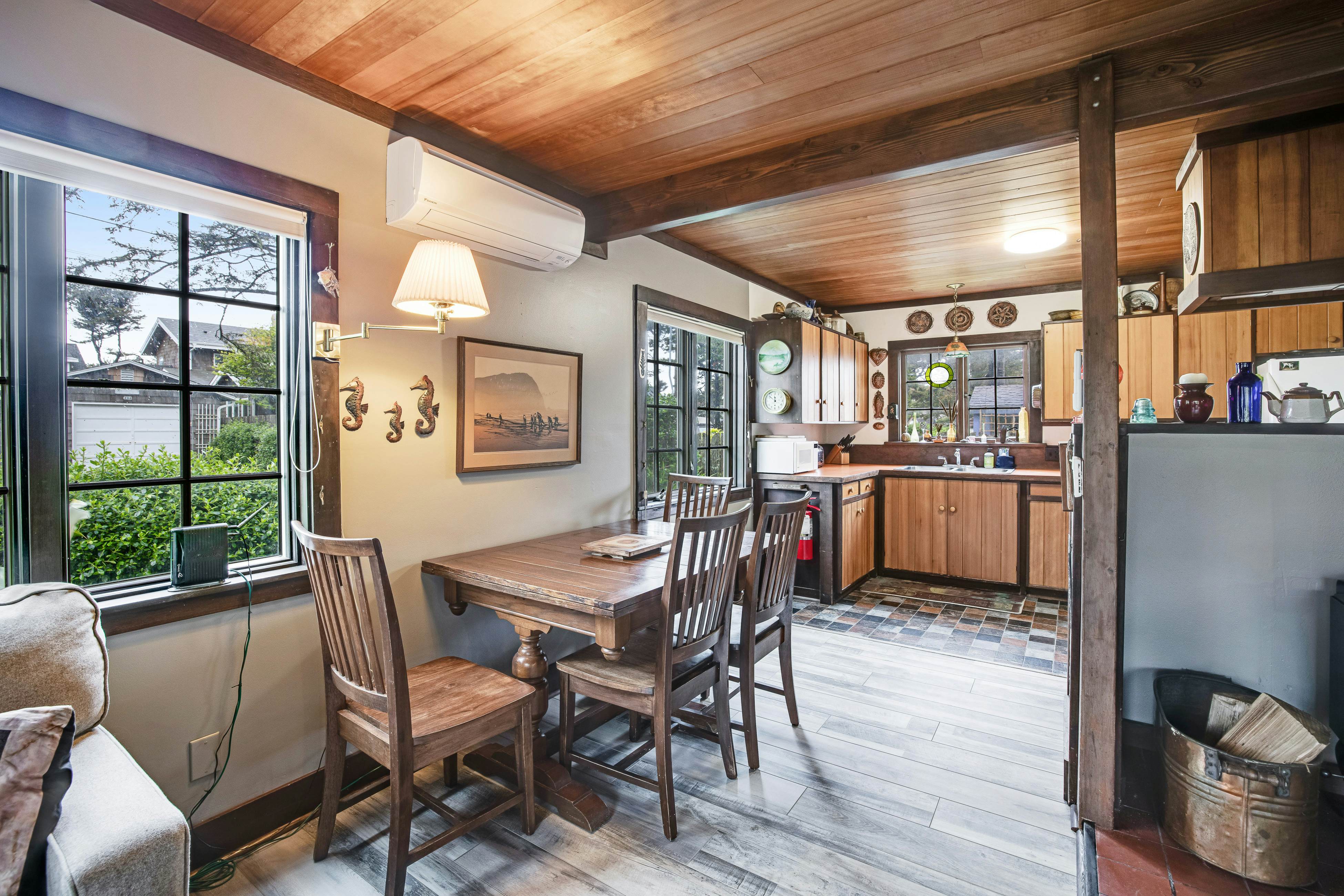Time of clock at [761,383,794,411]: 11:52
